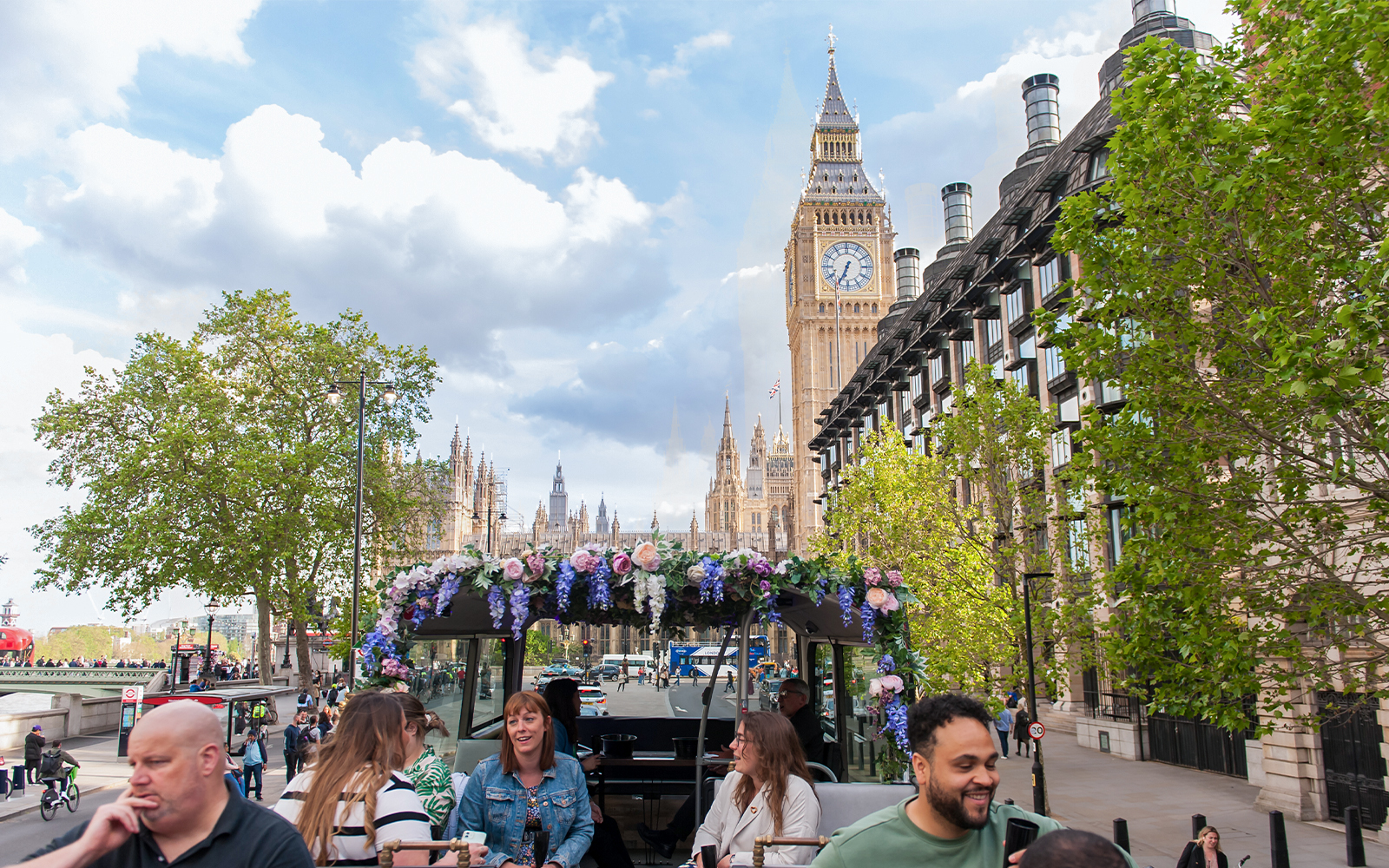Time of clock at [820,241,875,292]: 6:34
